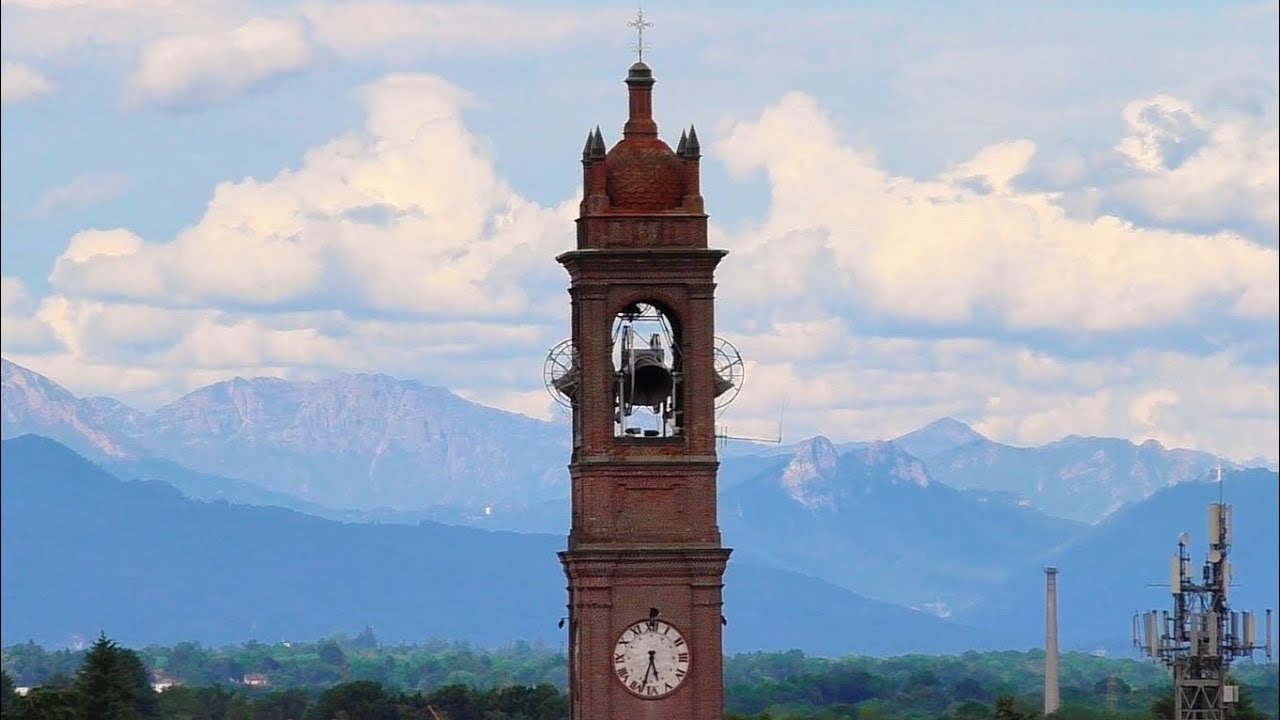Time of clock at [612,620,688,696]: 5:32
